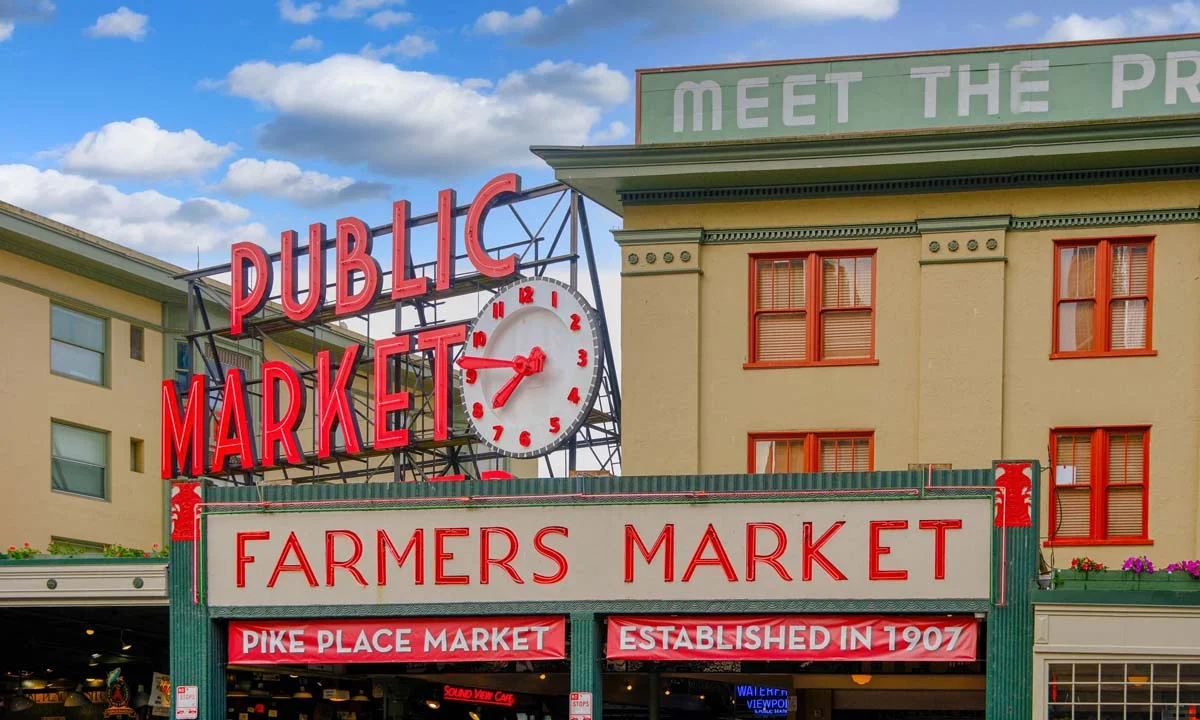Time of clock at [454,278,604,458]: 7:46
